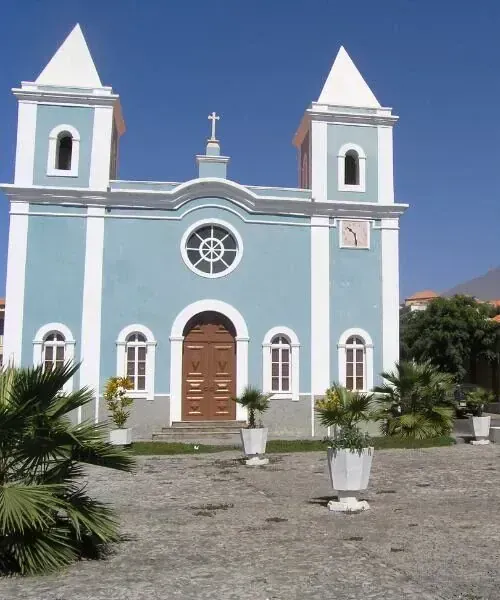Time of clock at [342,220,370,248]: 10:28
